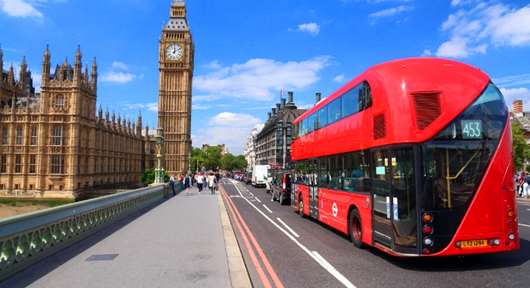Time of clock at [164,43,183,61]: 12:09
